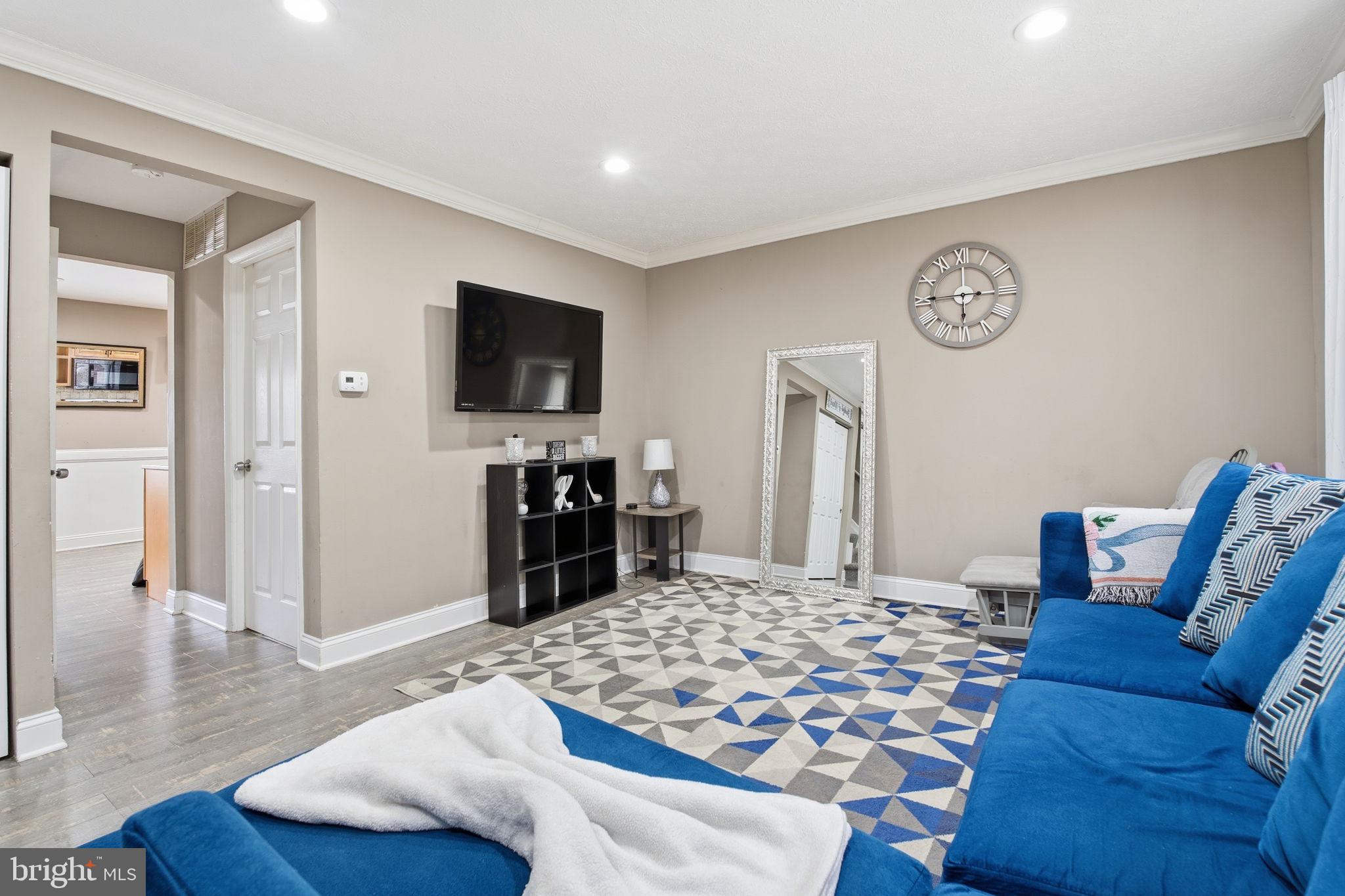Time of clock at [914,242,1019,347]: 6:14
